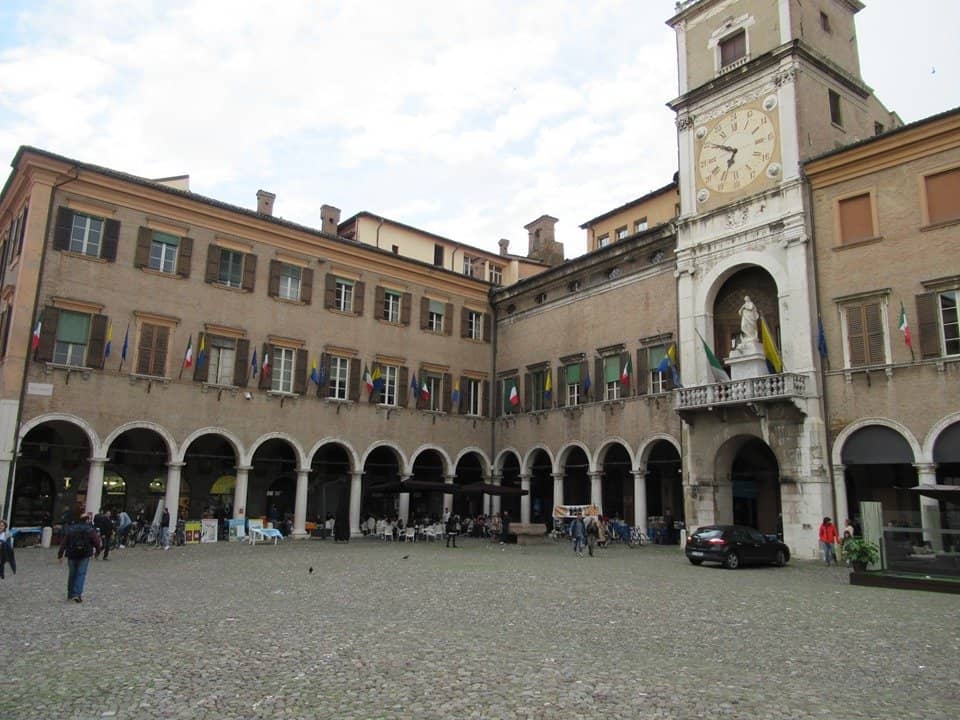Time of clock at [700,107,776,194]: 6:50
